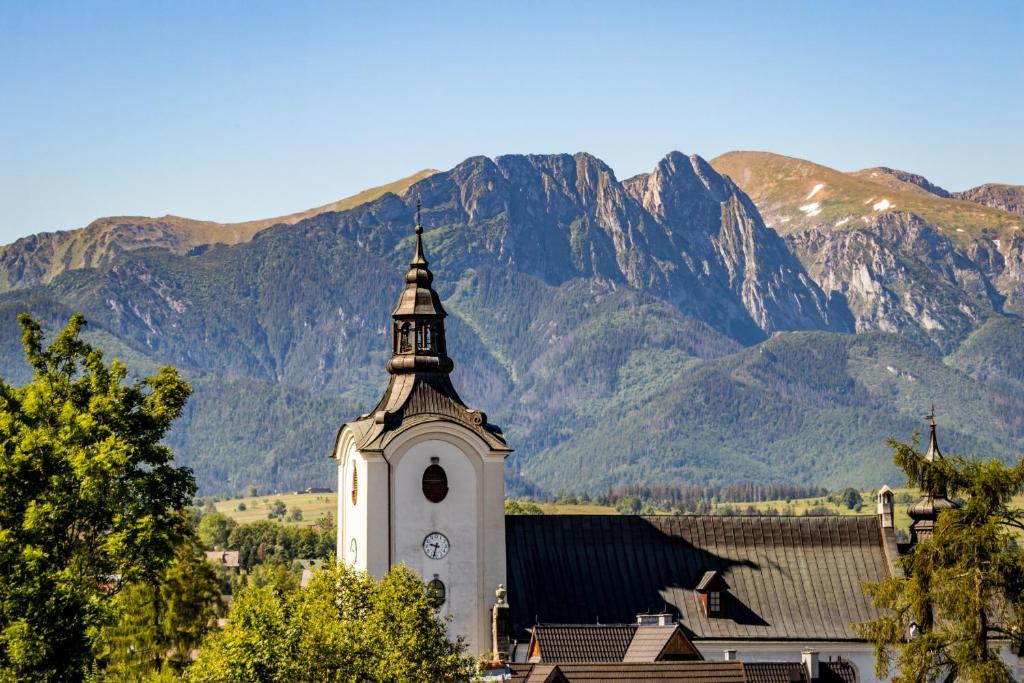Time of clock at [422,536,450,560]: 9:33
